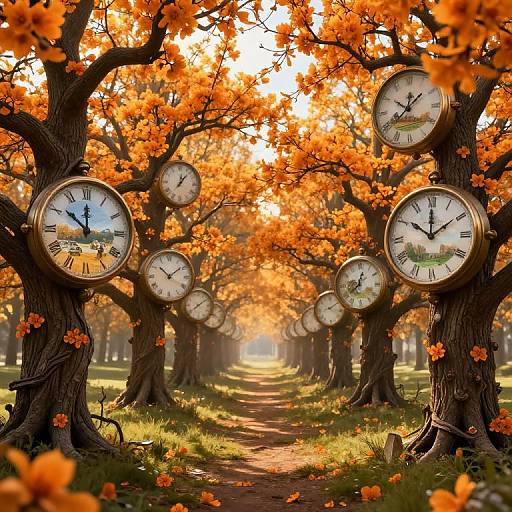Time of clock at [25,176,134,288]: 11:51
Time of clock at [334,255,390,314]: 12:38
